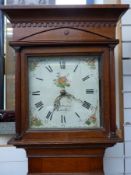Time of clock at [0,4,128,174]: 11:35
